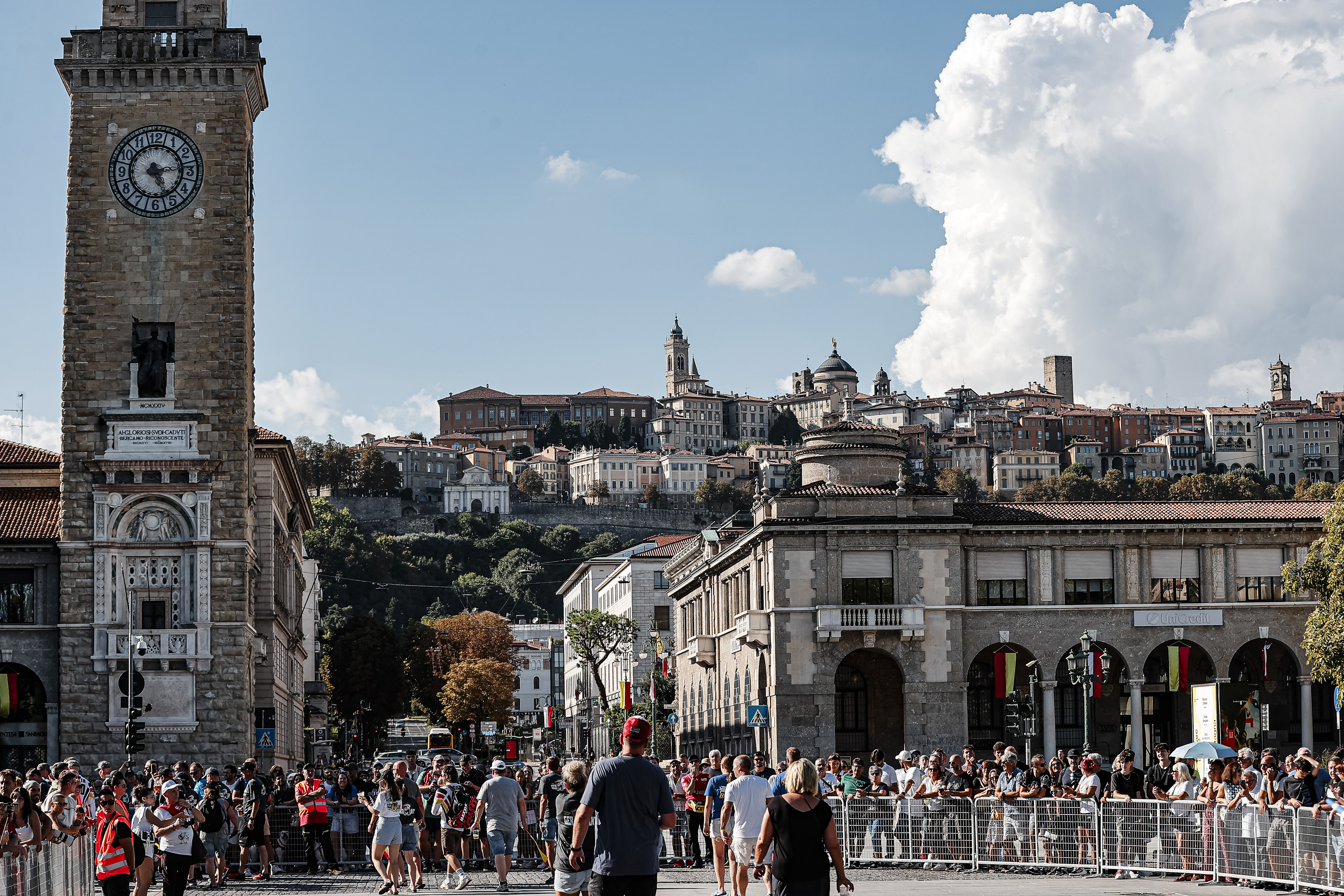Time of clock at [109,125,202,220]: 5:14
